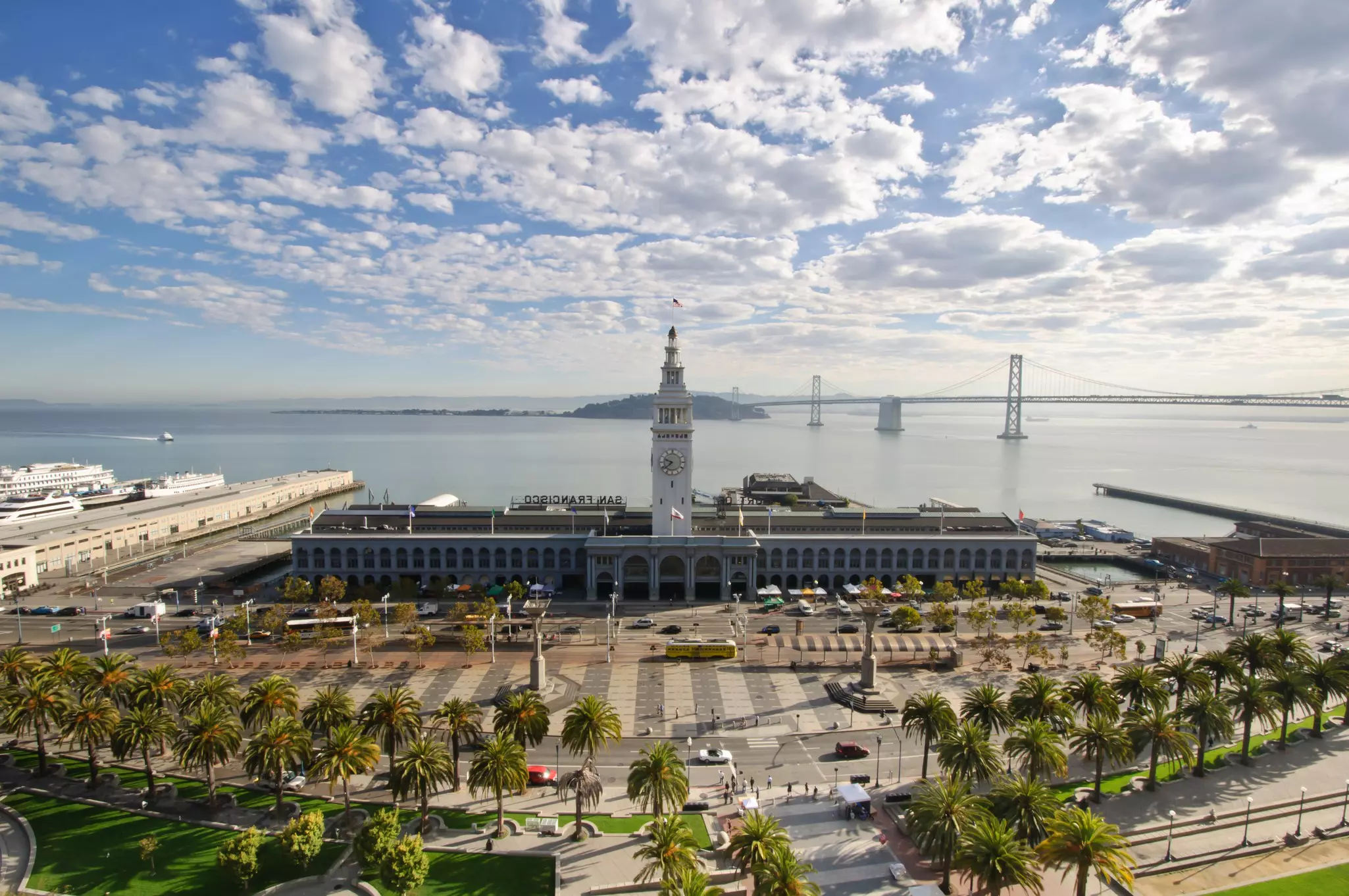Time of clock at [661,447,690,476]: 9:38
